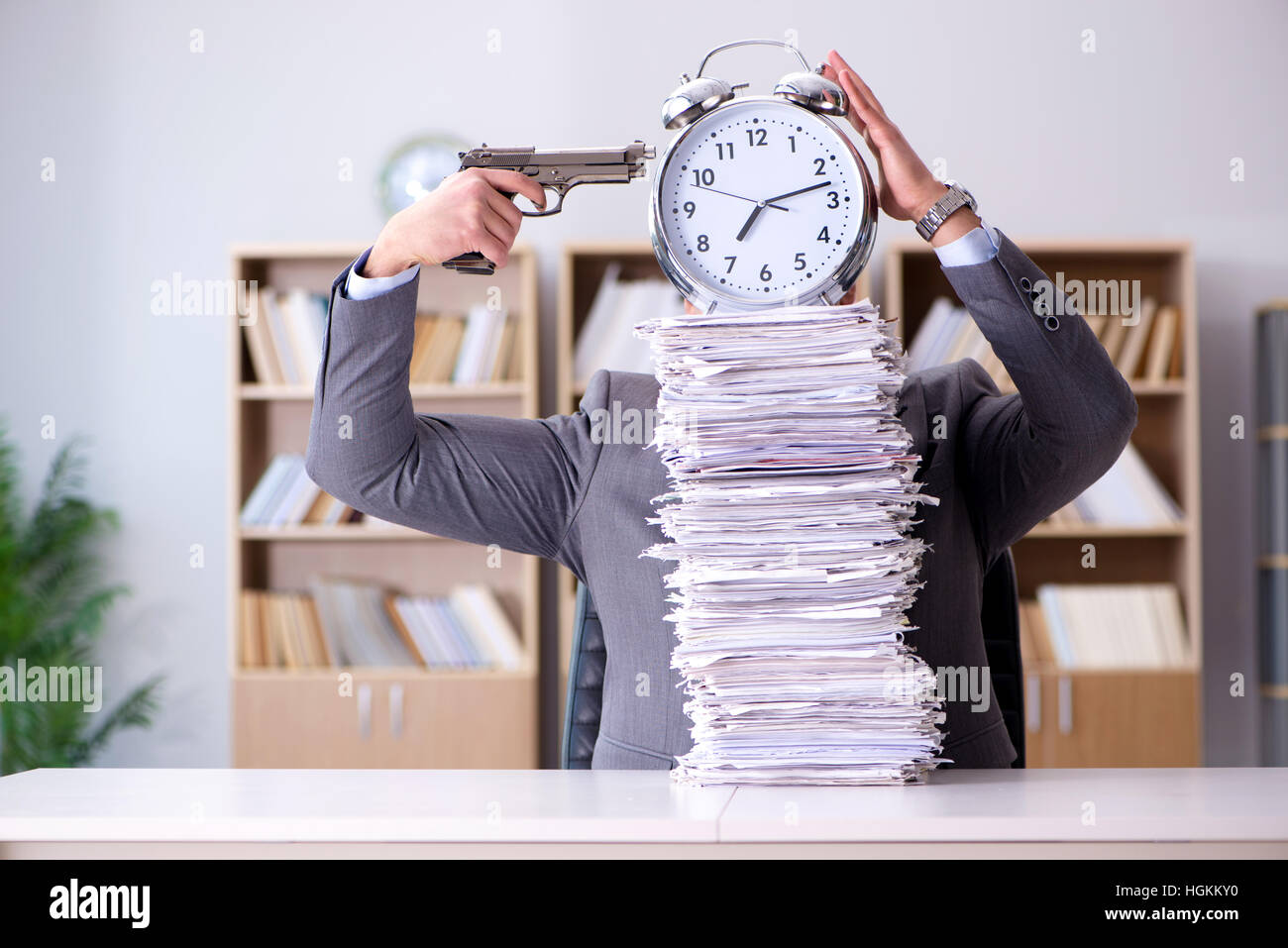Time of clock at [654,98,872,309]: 7:12
